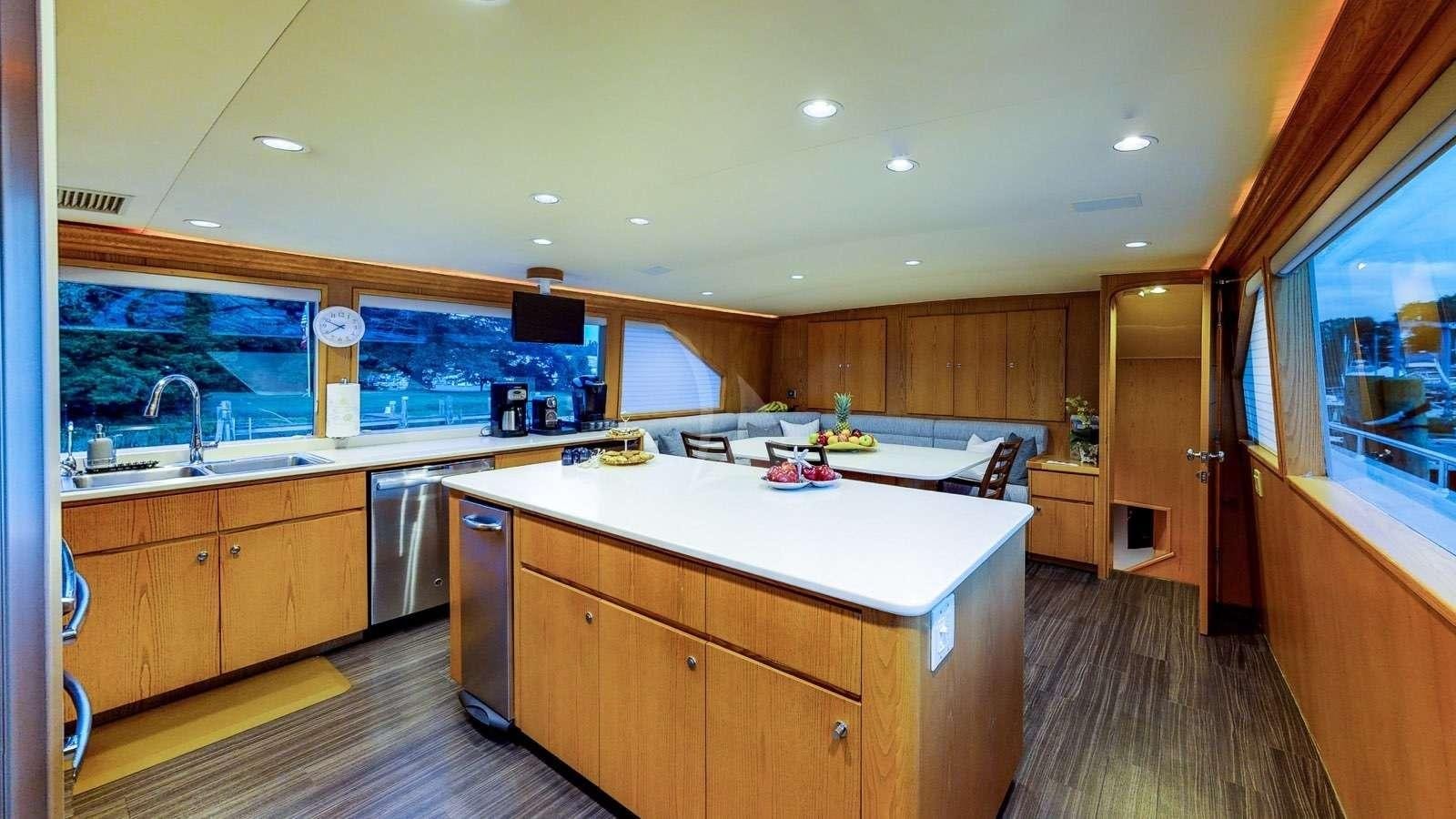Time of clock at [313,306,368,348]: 7:49
